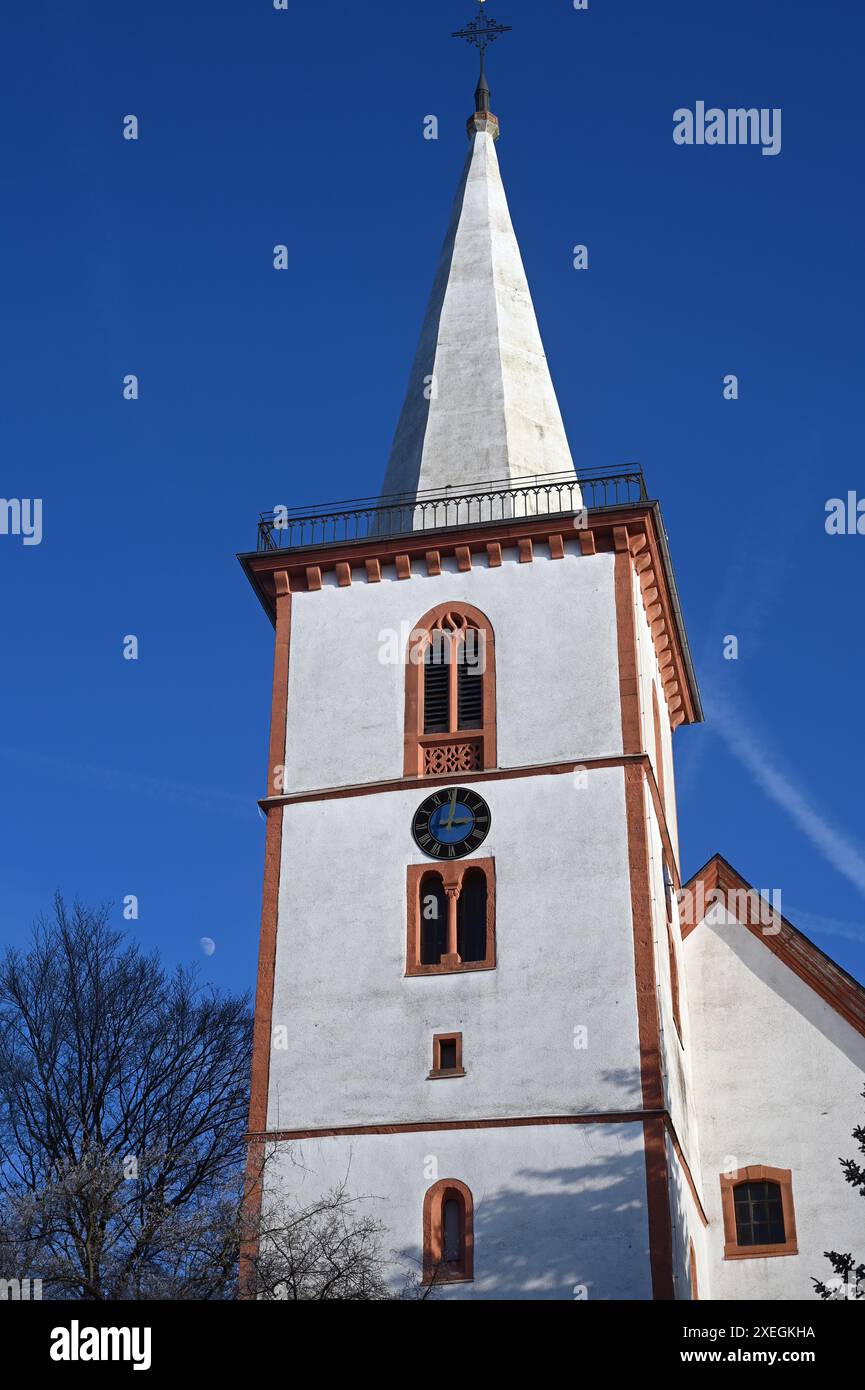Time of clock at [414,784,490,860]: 3:01
